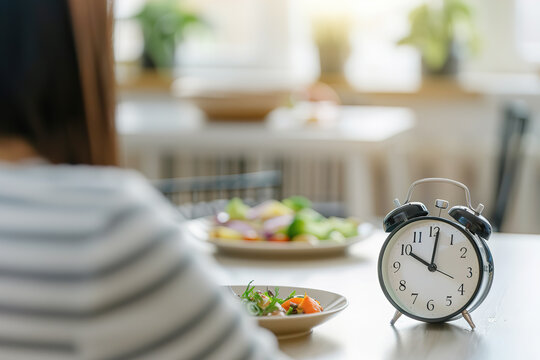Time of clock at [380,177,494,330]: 10:01
